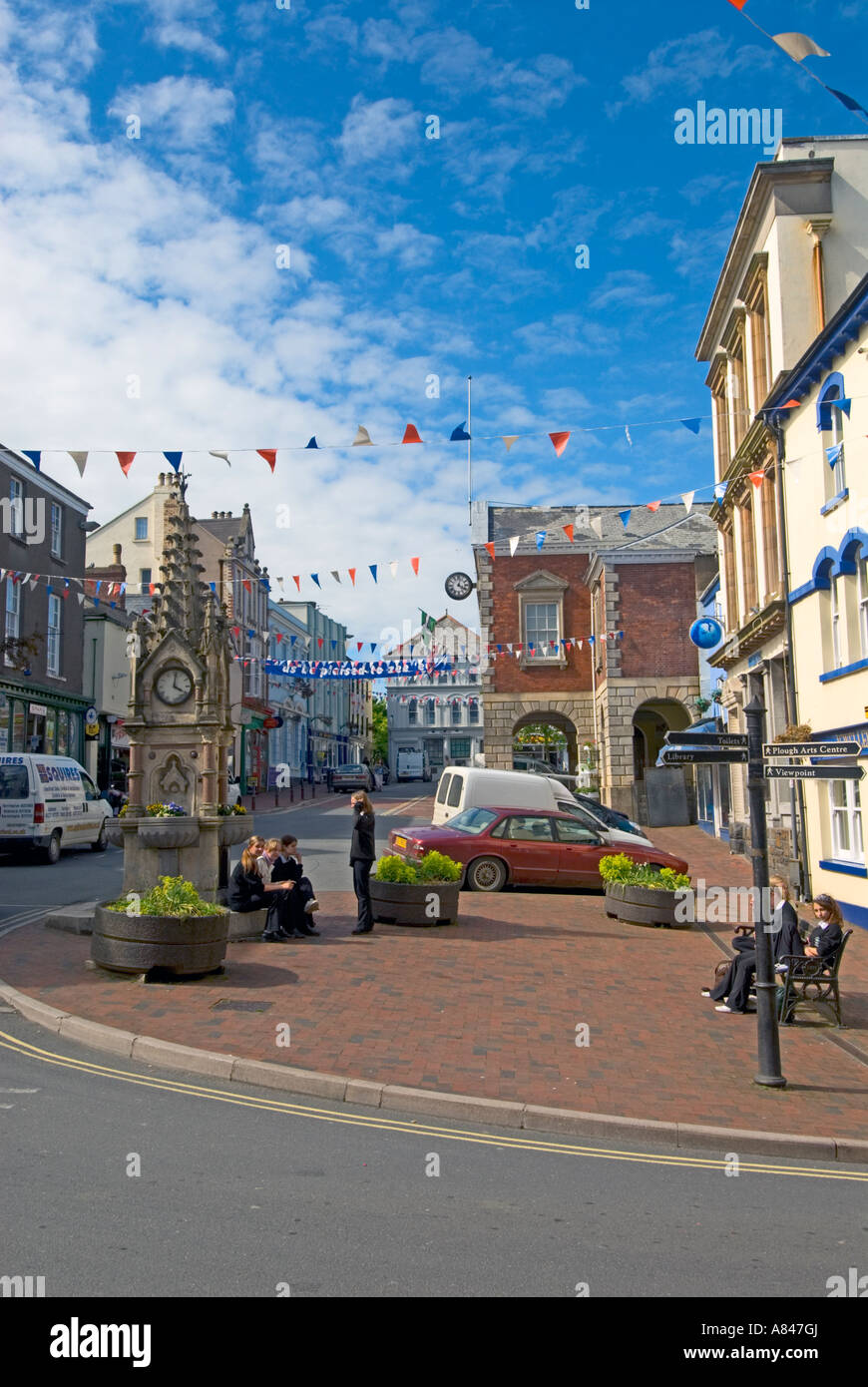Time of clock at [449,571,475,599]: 4:02
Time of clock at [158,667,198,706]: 4:01
